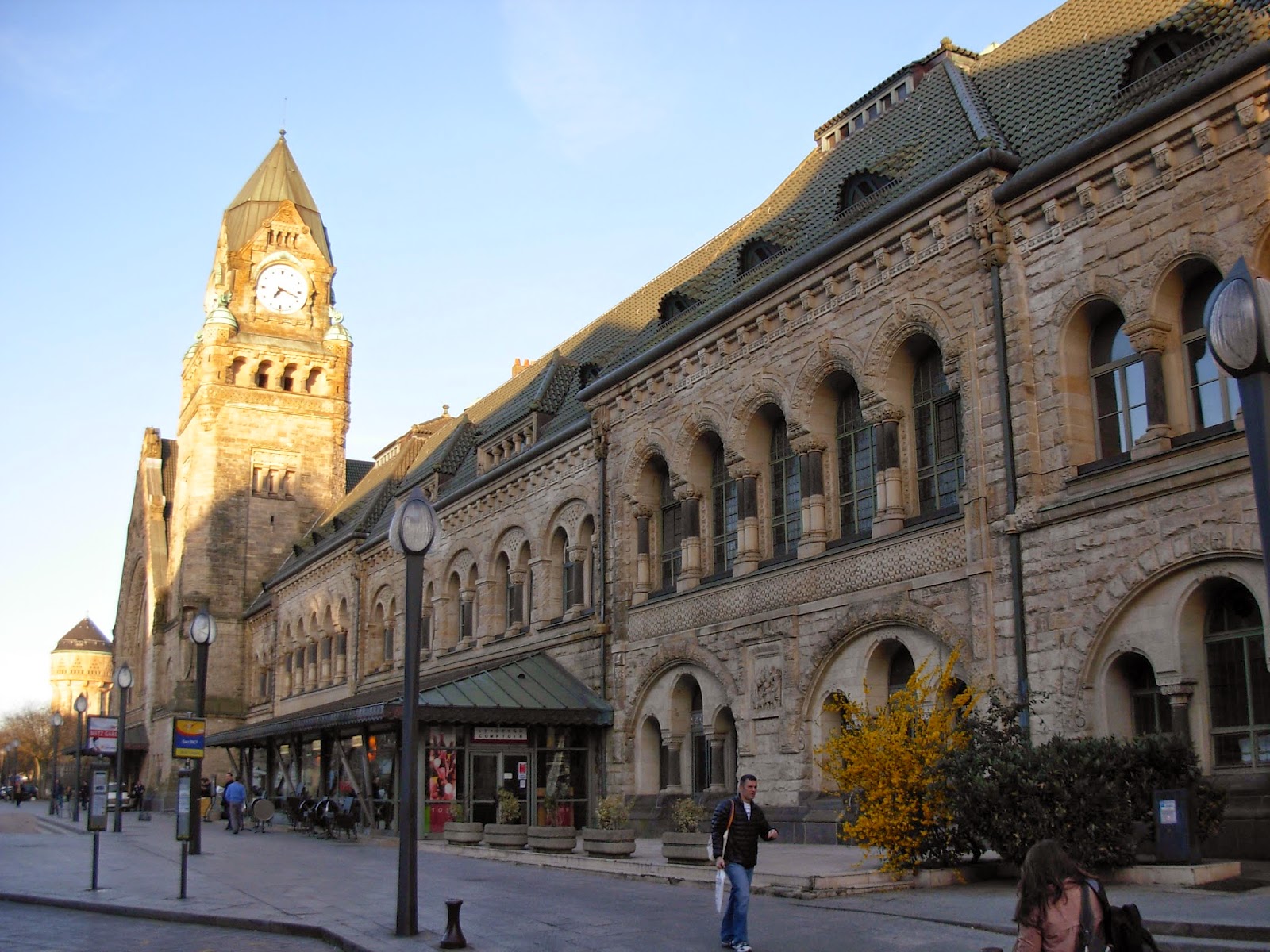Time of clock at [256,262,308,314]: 7:18
